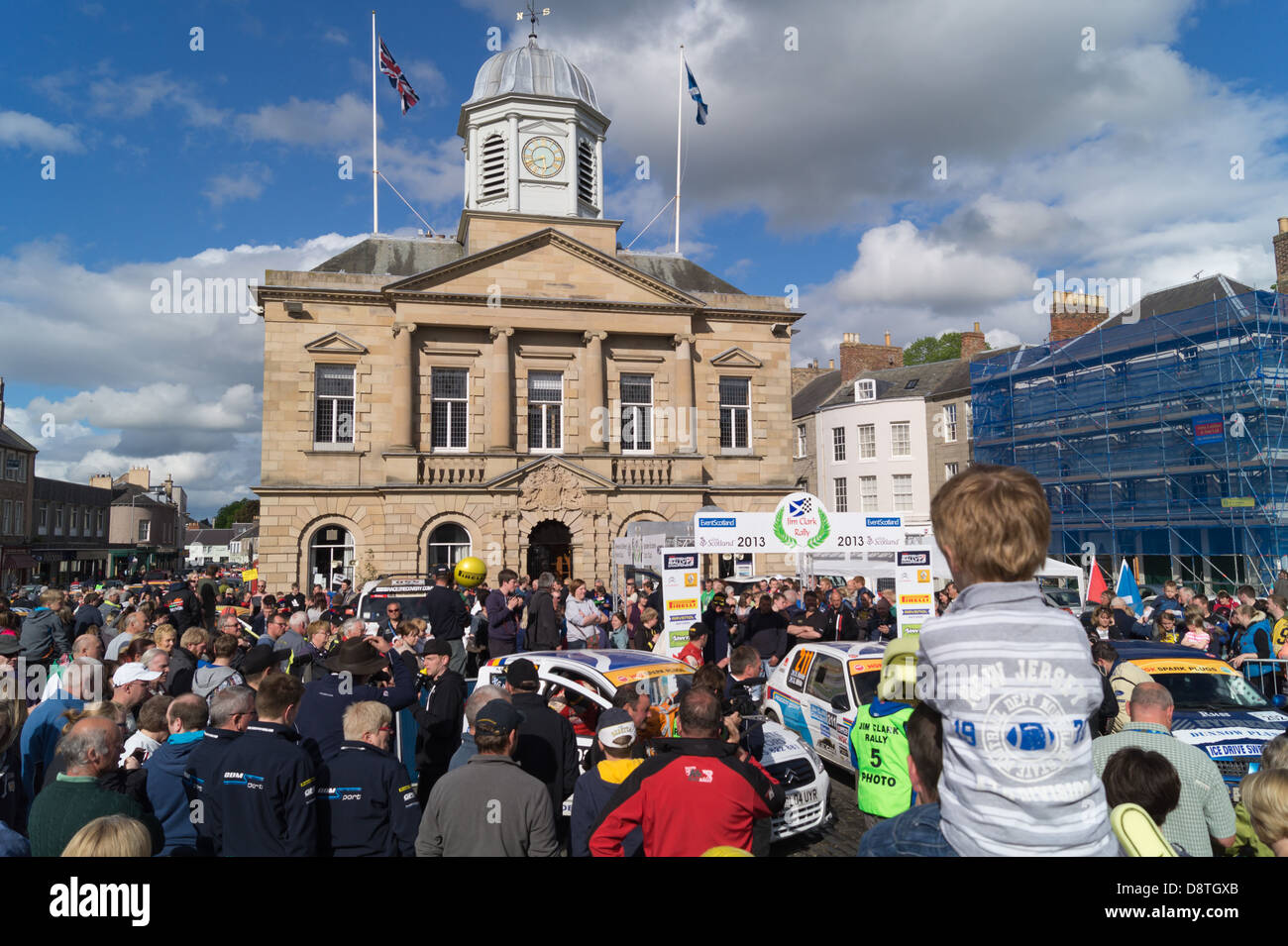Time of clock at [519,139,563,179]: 5:41
